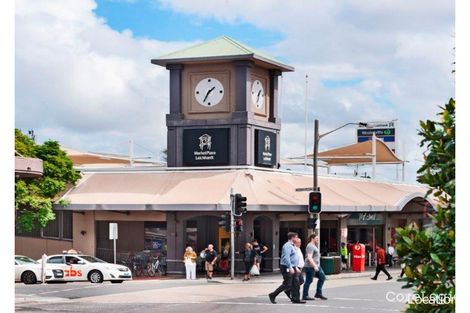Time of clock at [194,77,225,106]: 1:33
